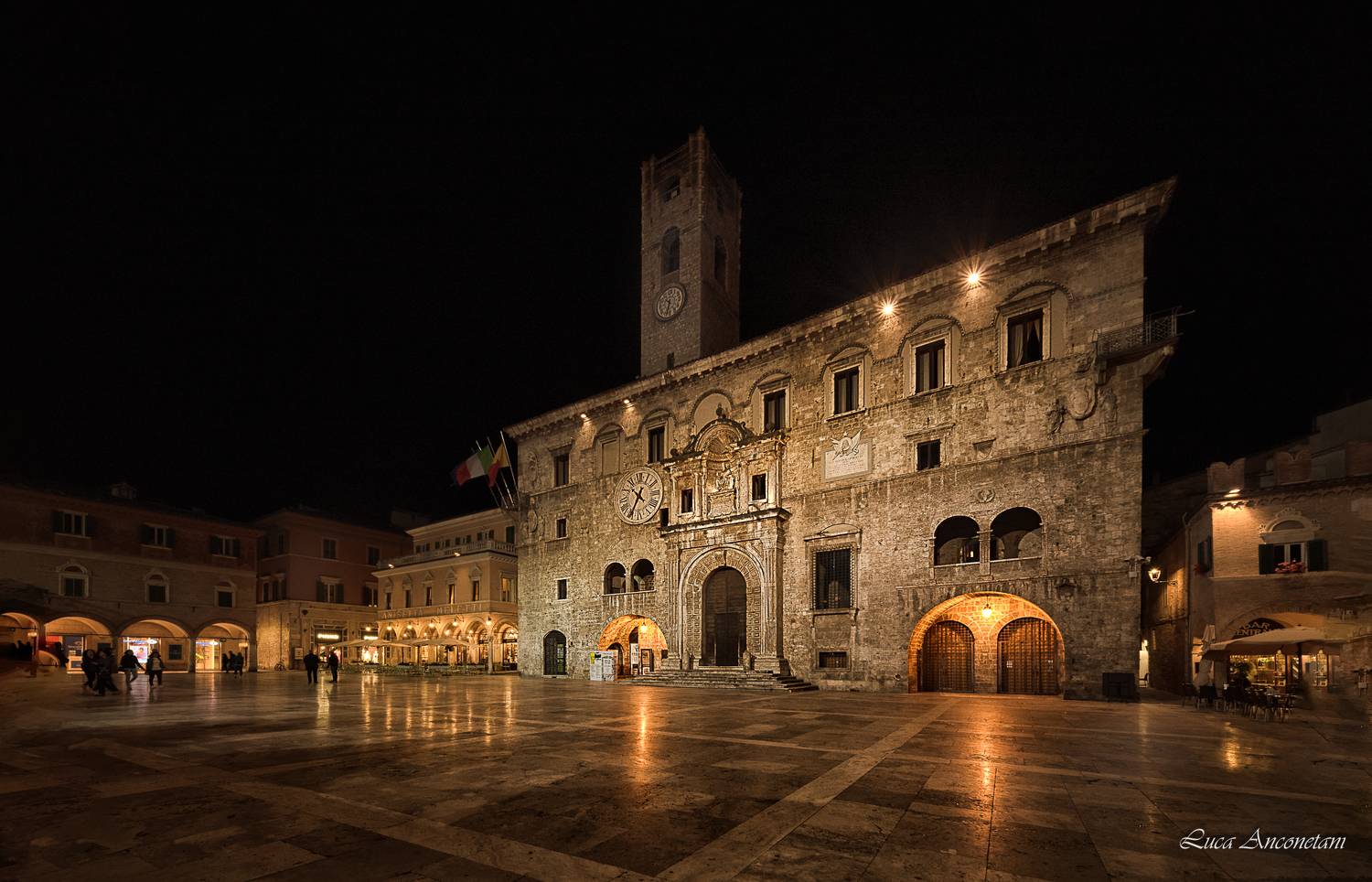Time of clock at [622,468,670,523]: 10:34
